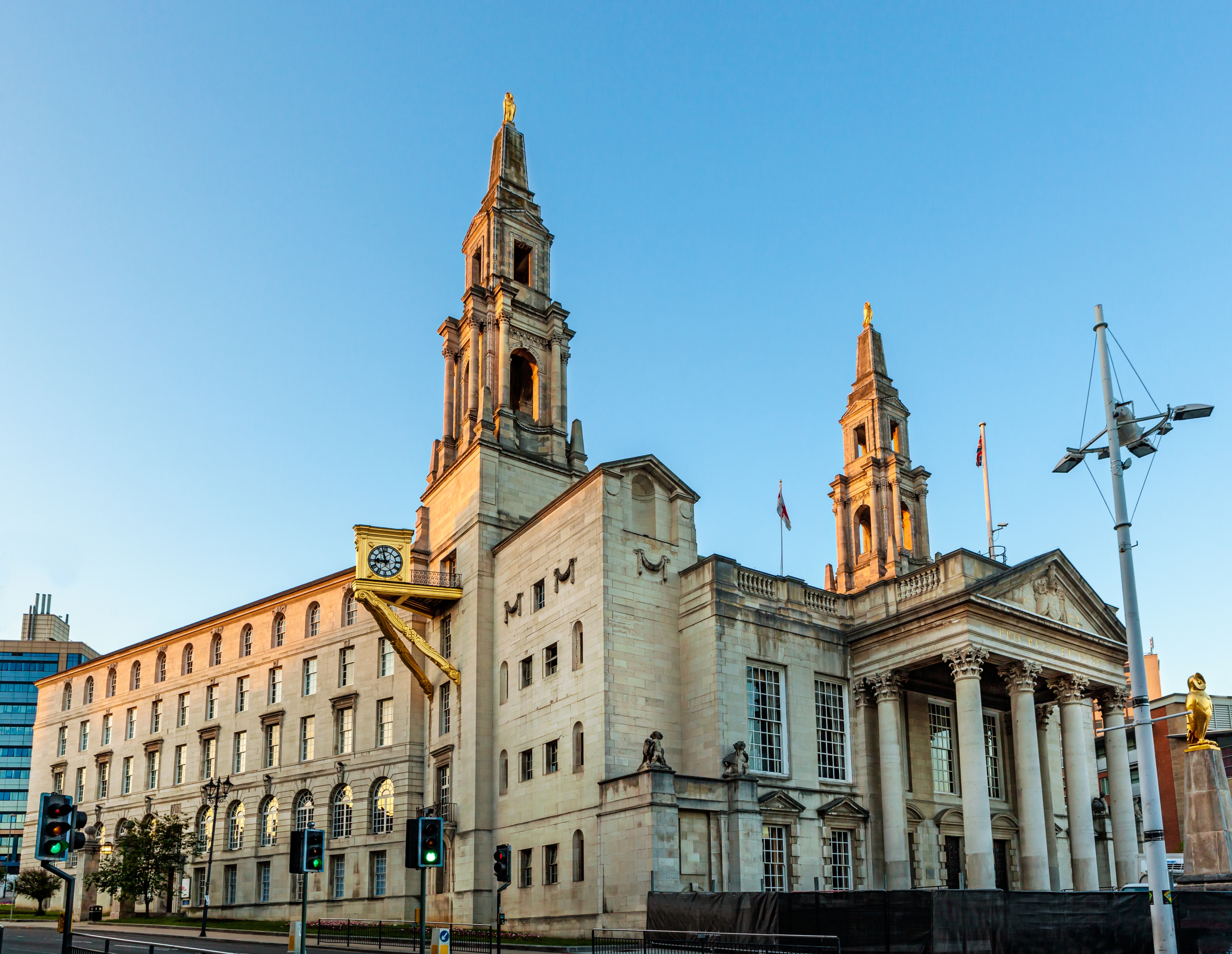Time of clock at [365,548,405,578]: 8:57
